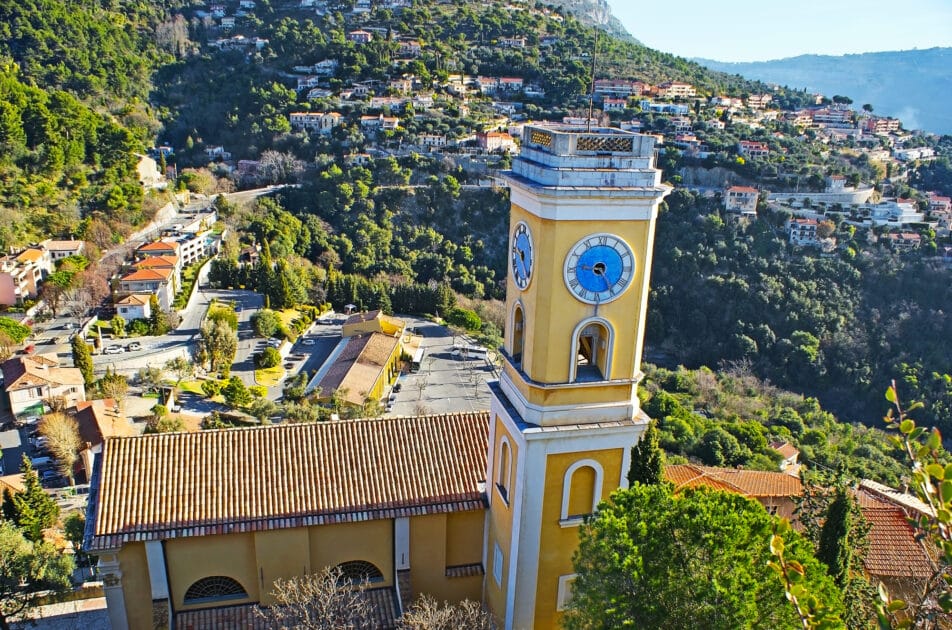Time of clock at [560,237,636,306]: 9:24
